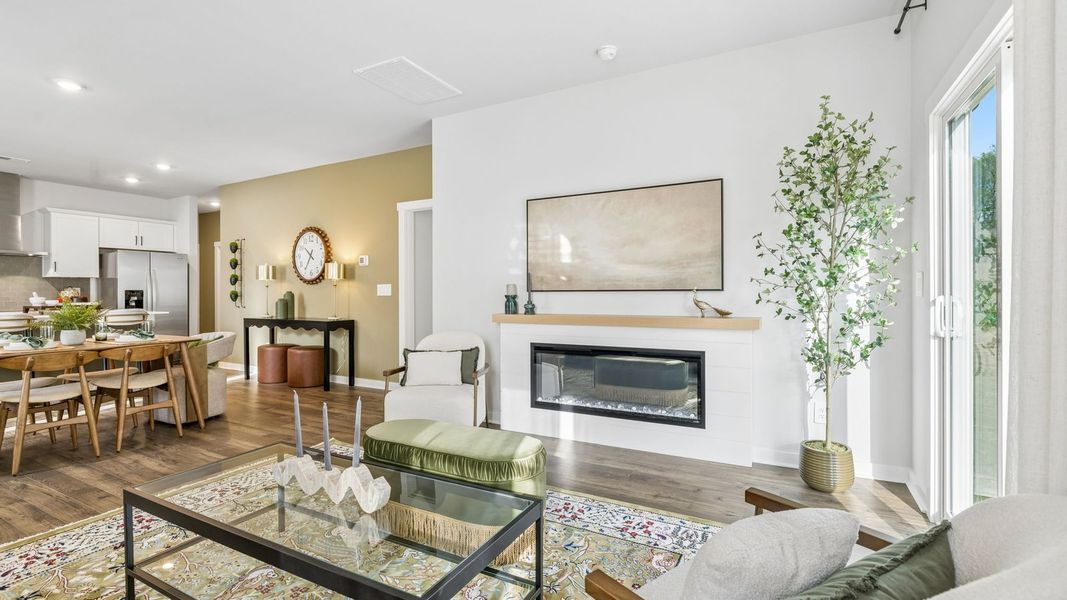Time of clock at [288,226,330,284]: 10:35
